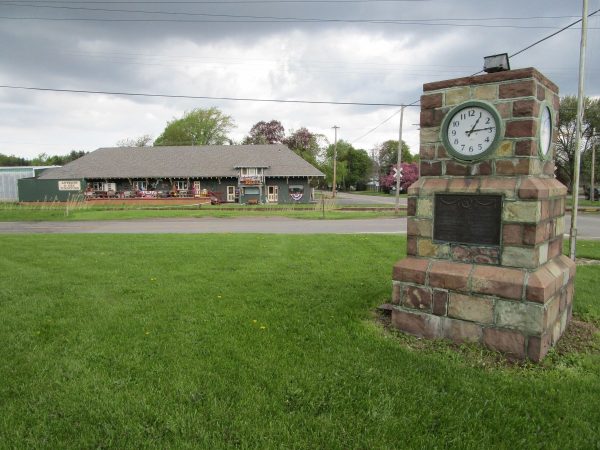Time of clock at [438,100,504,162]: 1:13
